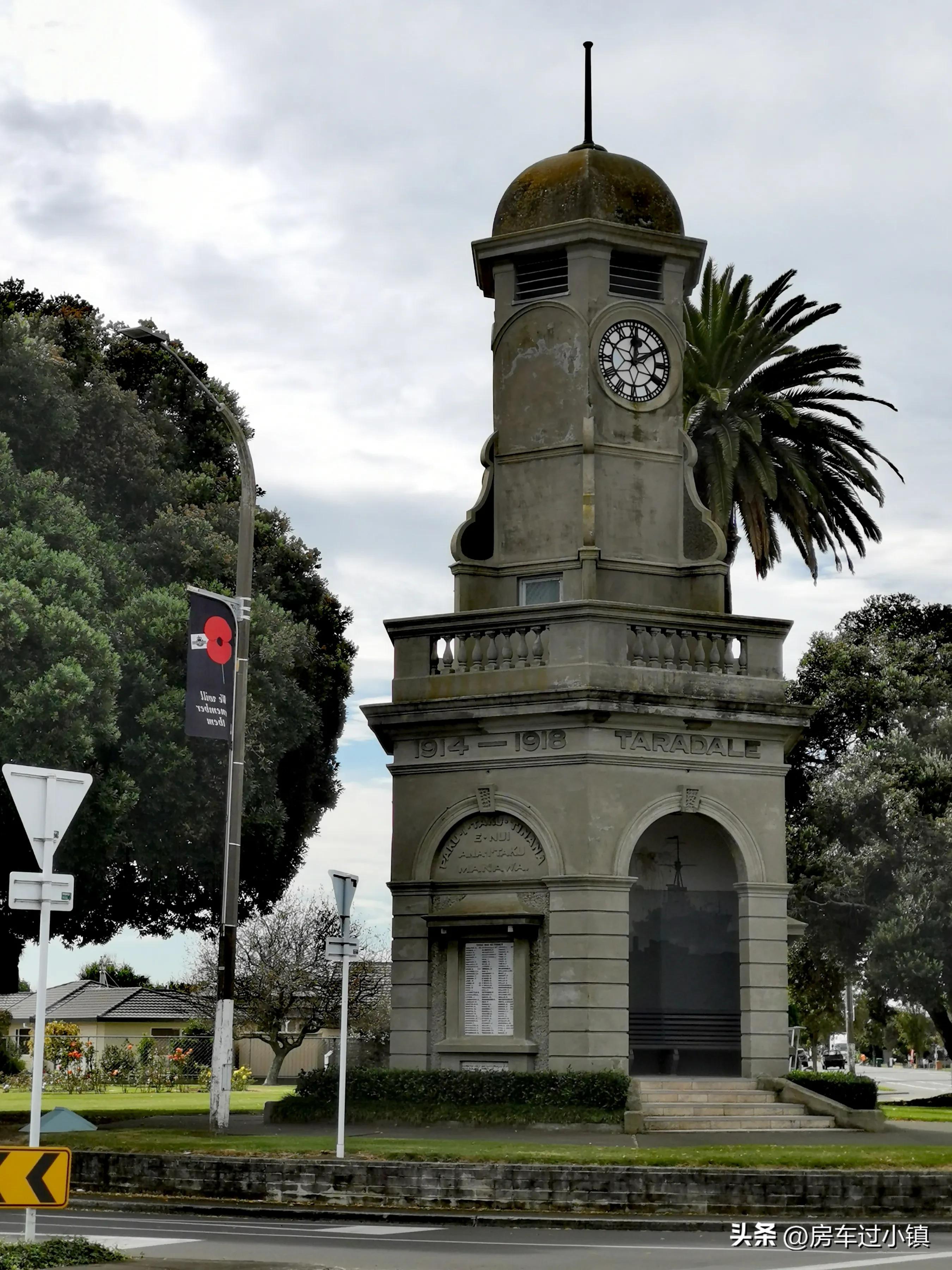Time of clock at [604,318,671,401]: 12:10
